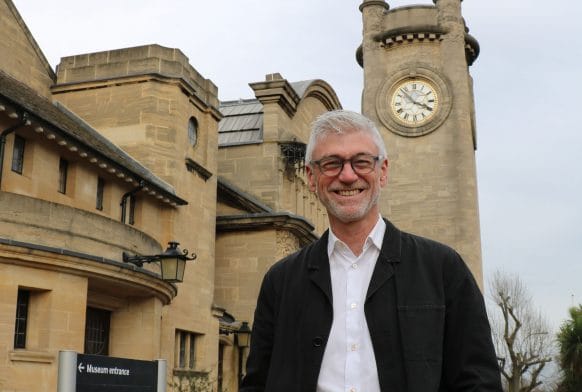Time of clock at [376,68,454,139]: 3:52
